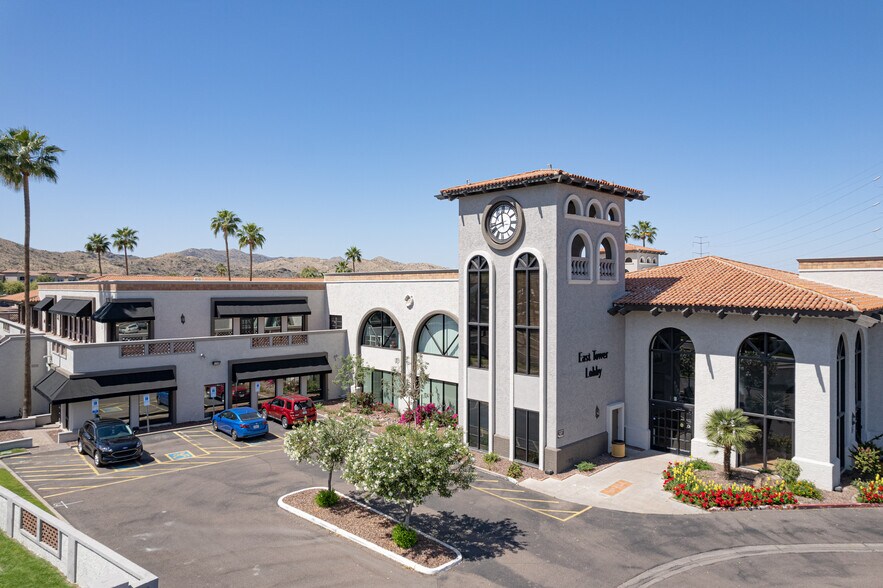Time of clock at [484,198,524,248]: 11:42
